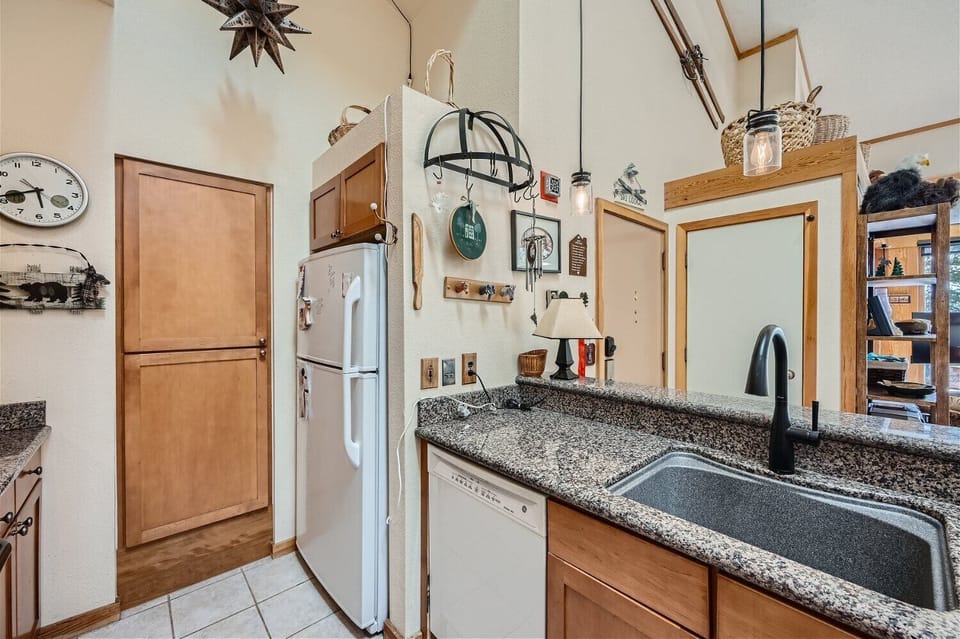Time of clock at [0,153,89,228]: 5:41
